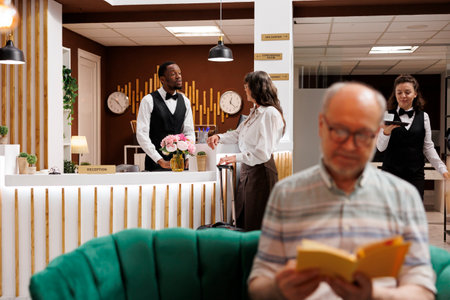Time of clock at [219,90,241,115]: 12:22
